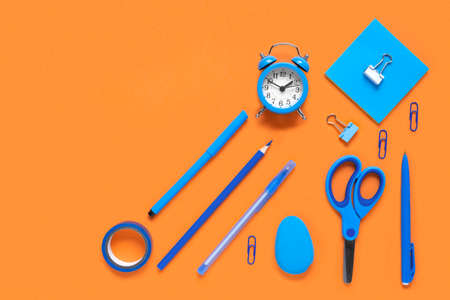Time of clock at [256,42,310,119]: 1:49
